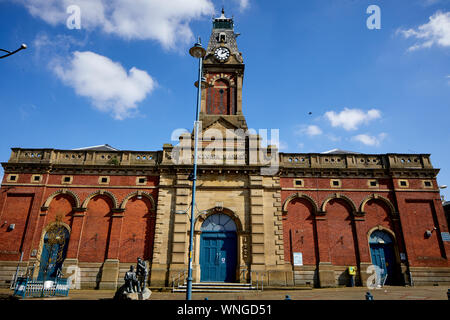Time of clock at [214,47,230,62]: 2:02
